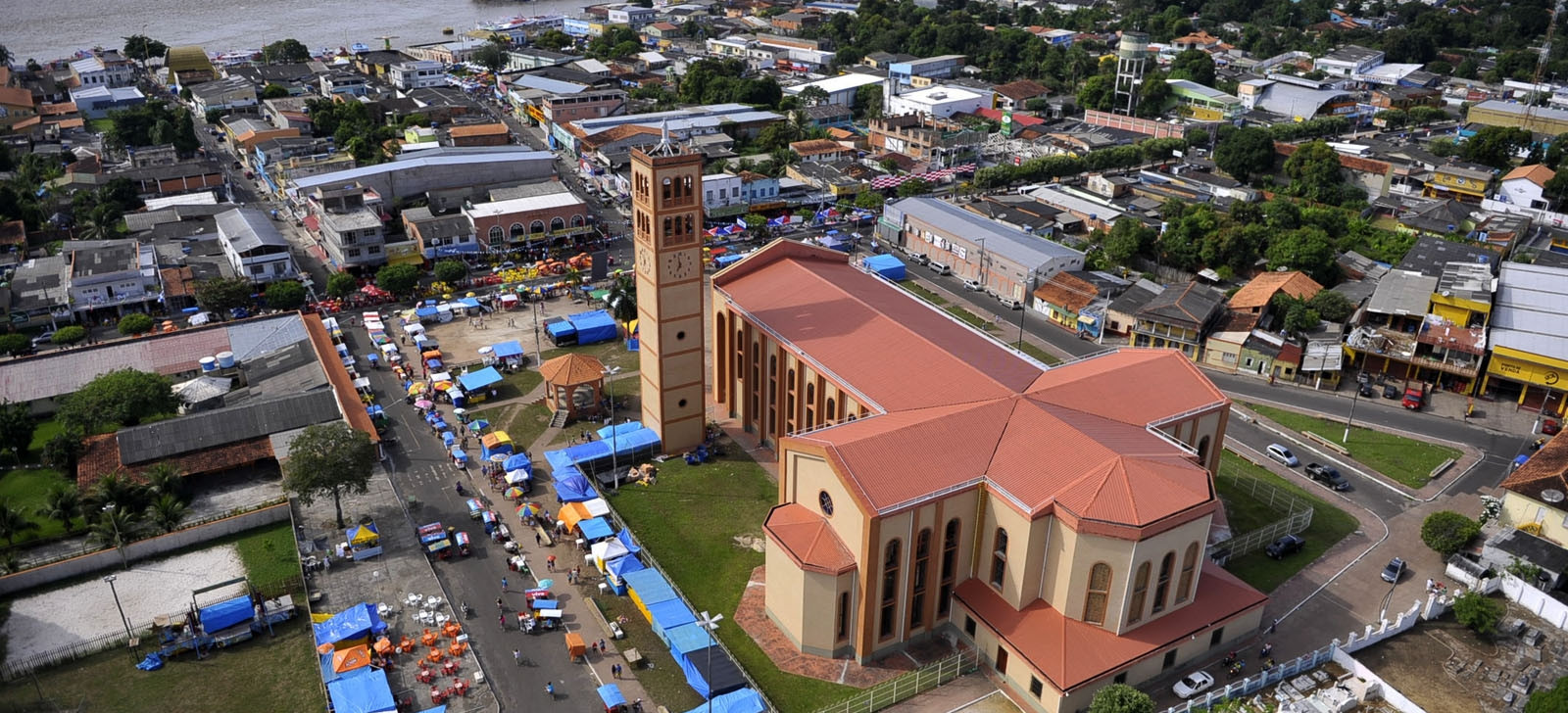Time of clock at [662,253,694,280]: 6:58
